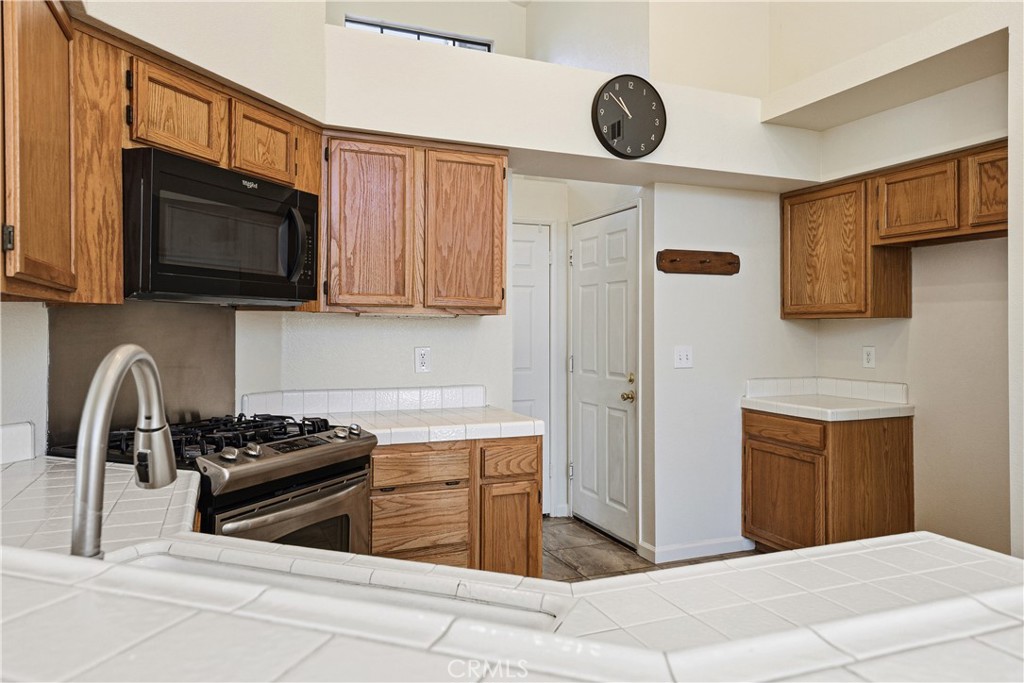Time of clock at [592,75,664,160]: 10:51
